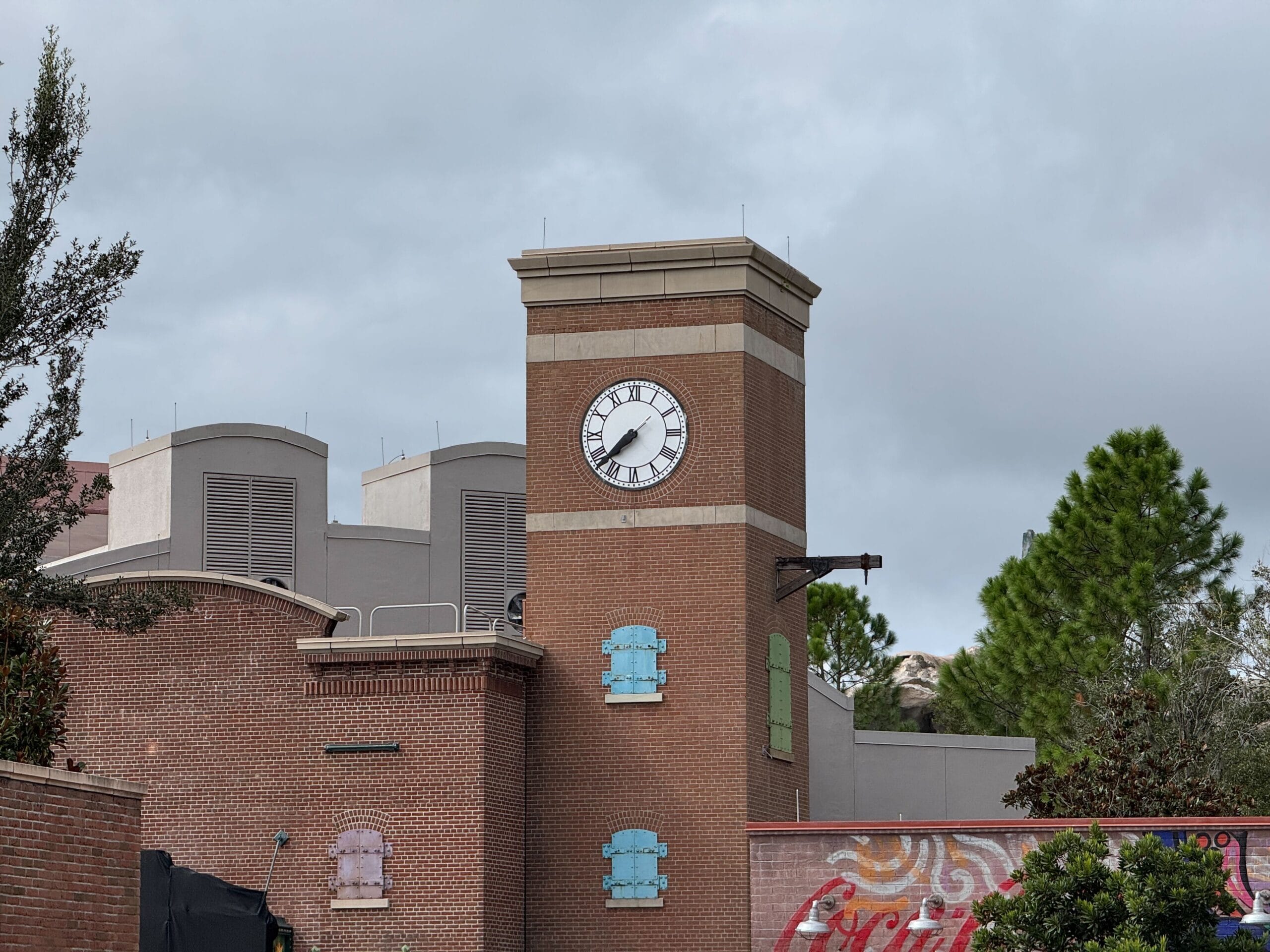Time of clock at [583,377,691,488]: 7:37
